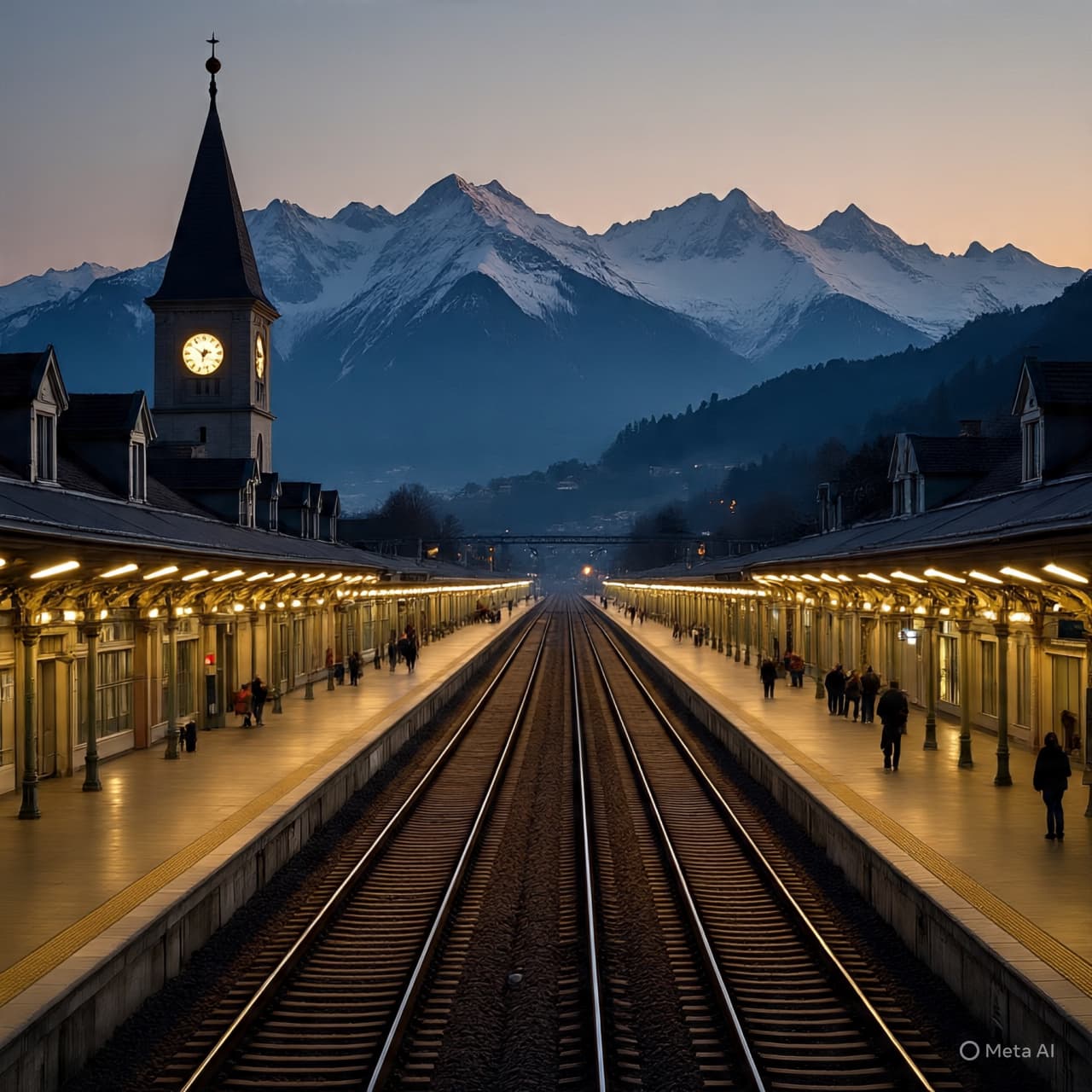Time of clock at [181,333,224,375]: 2:50
